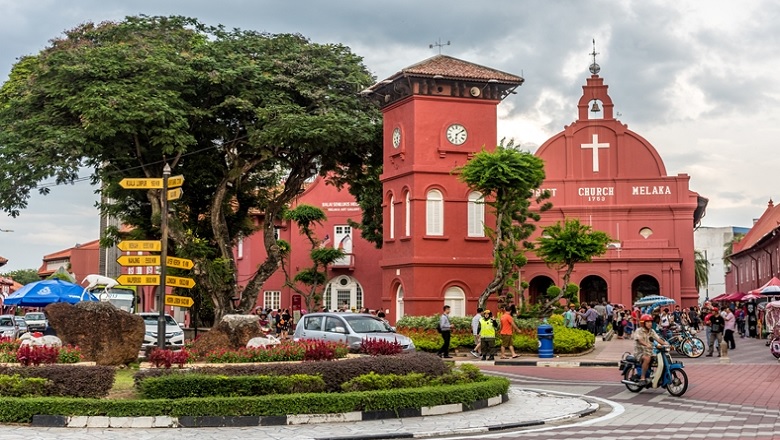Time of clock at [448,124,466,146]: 6:08
